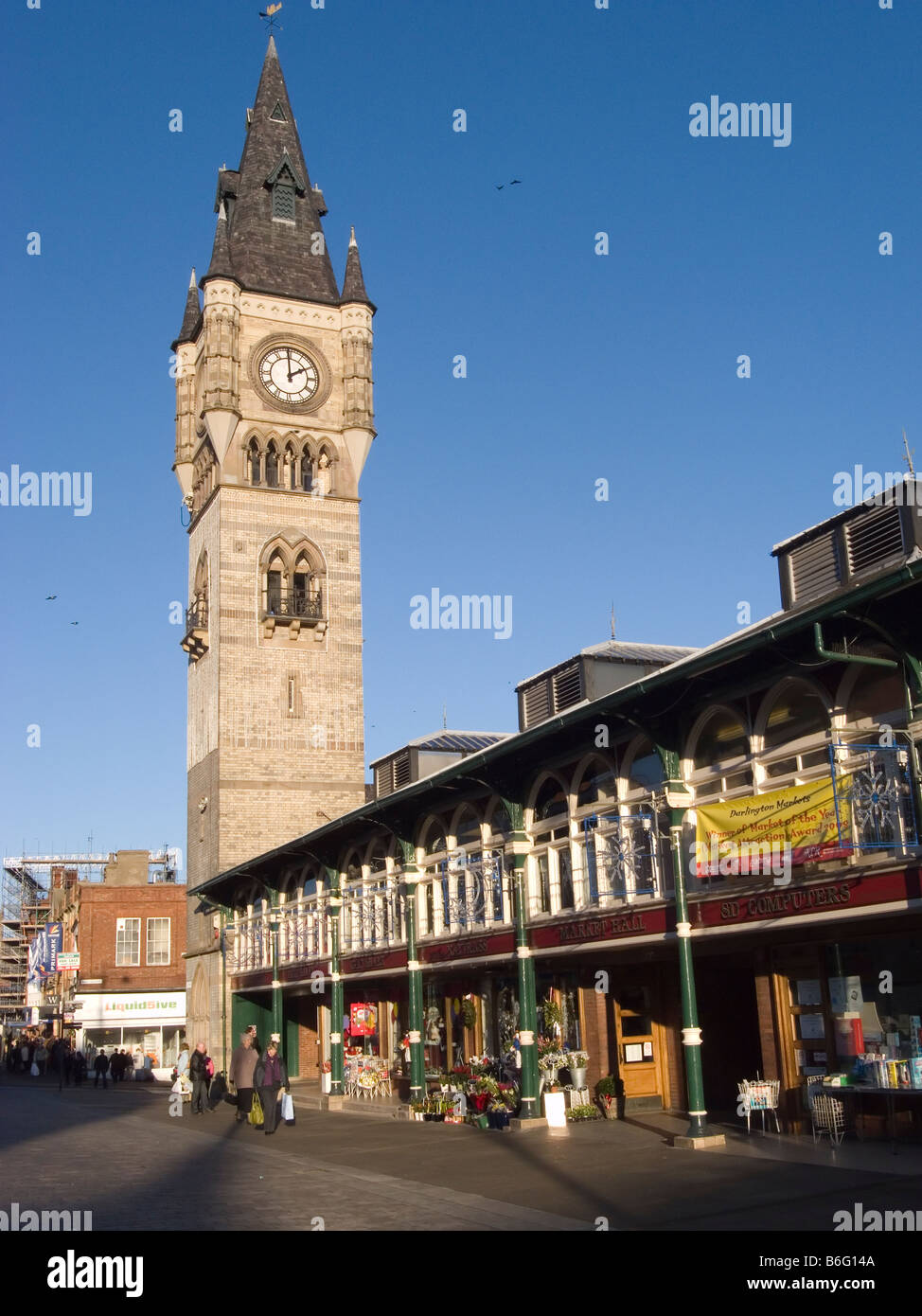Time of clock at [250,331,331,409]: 1:59
